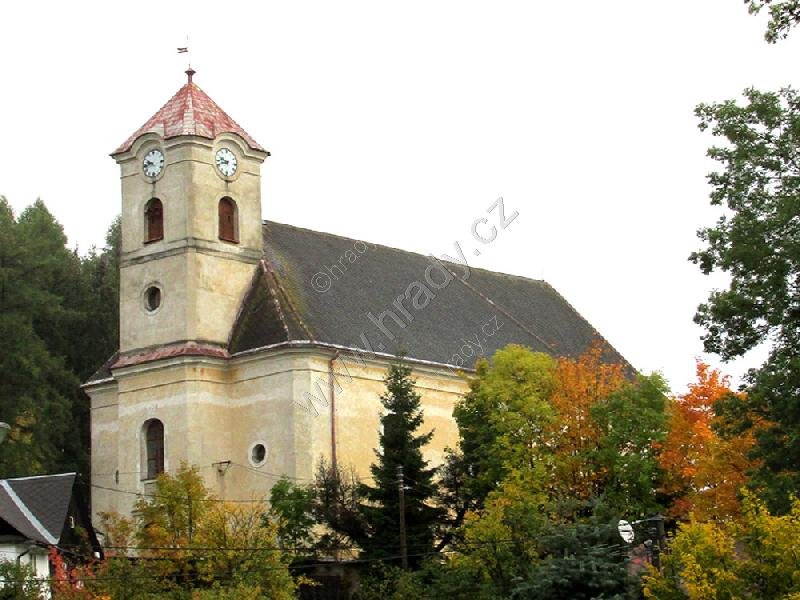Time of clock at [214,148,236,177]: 9:42
